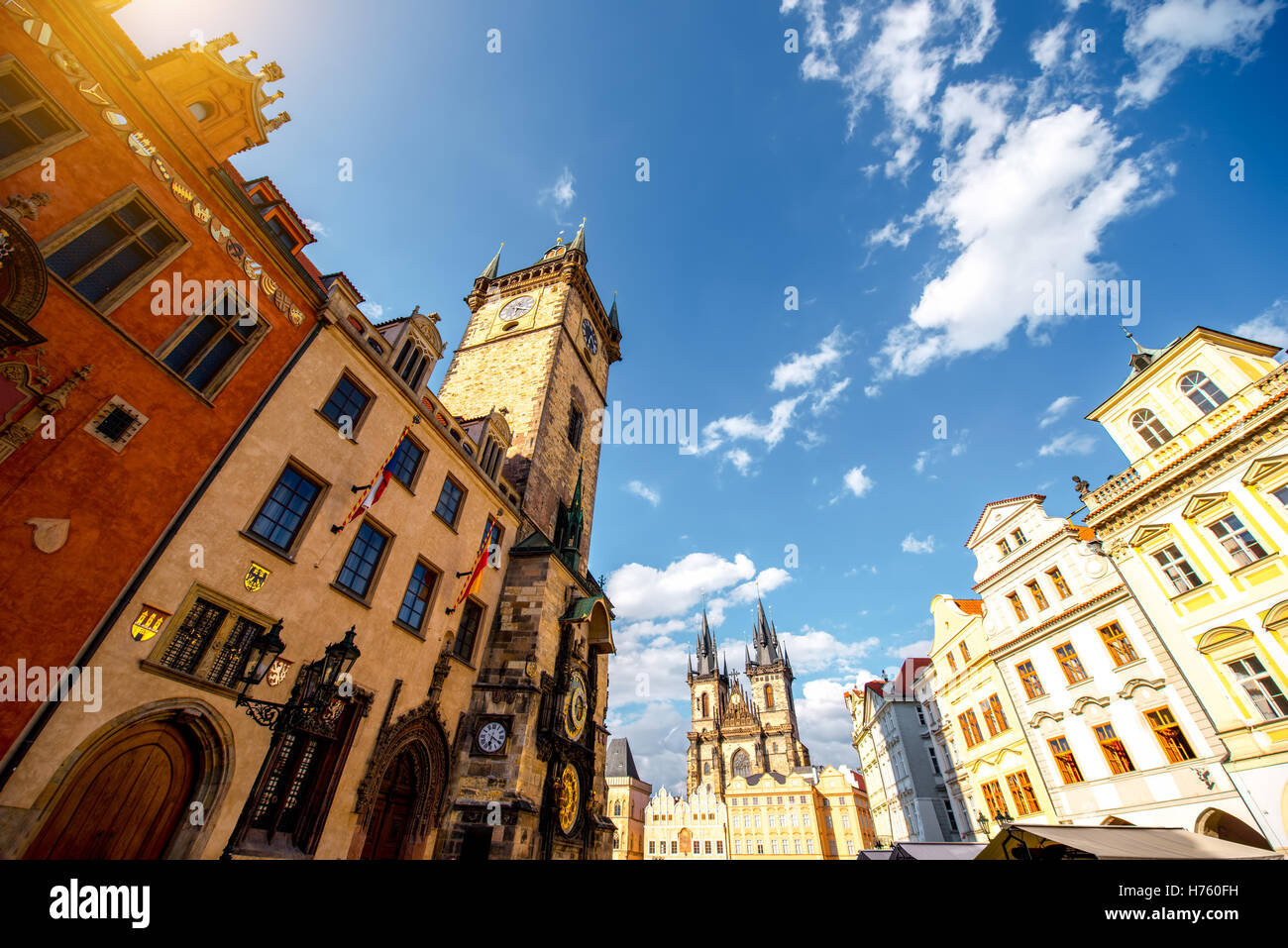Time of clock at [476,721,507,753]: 6:19
